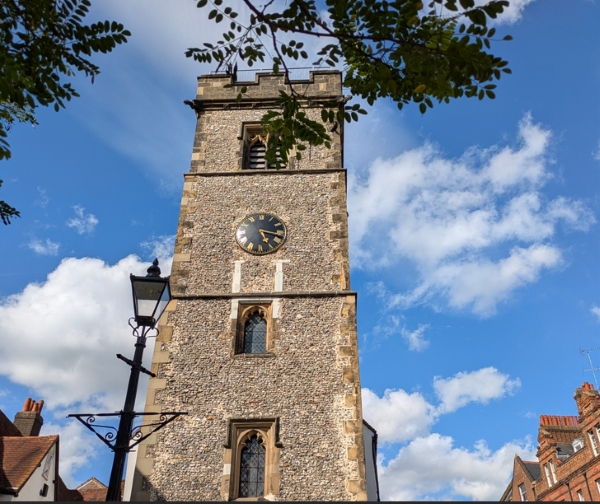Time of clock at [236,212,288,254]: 5:17
